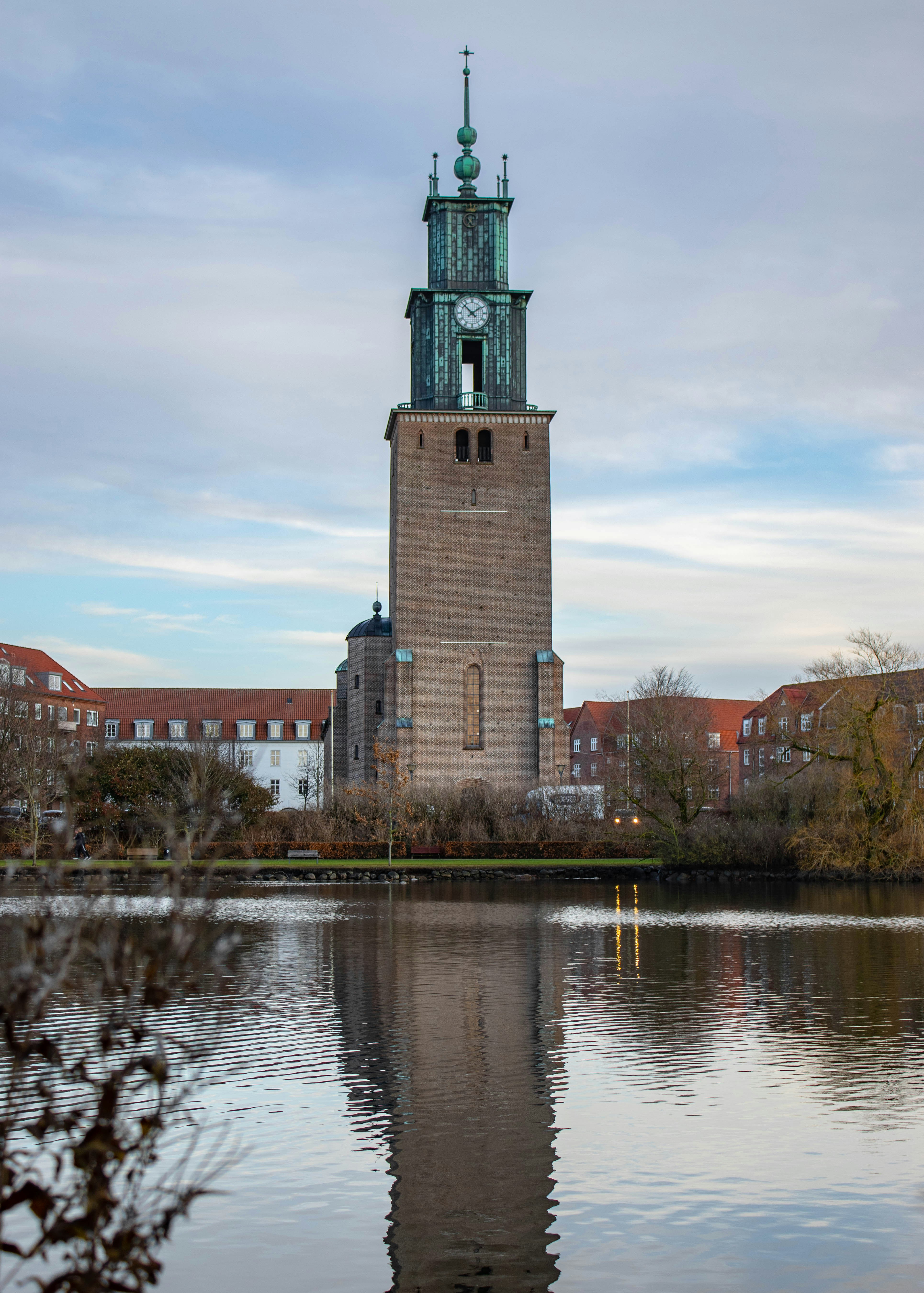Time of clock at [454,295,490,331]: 1:52
